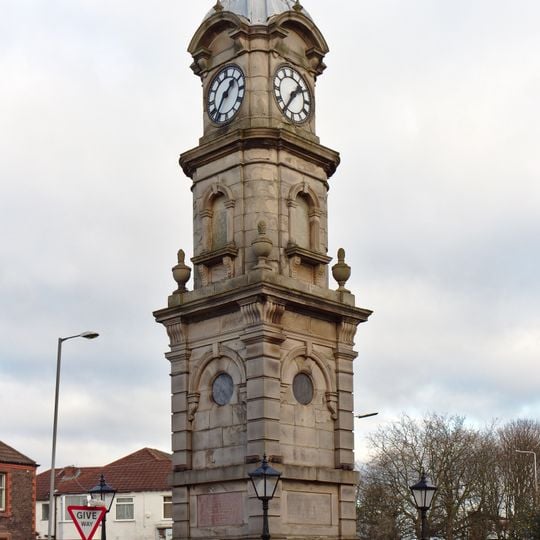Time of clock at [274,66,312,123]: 1:35
